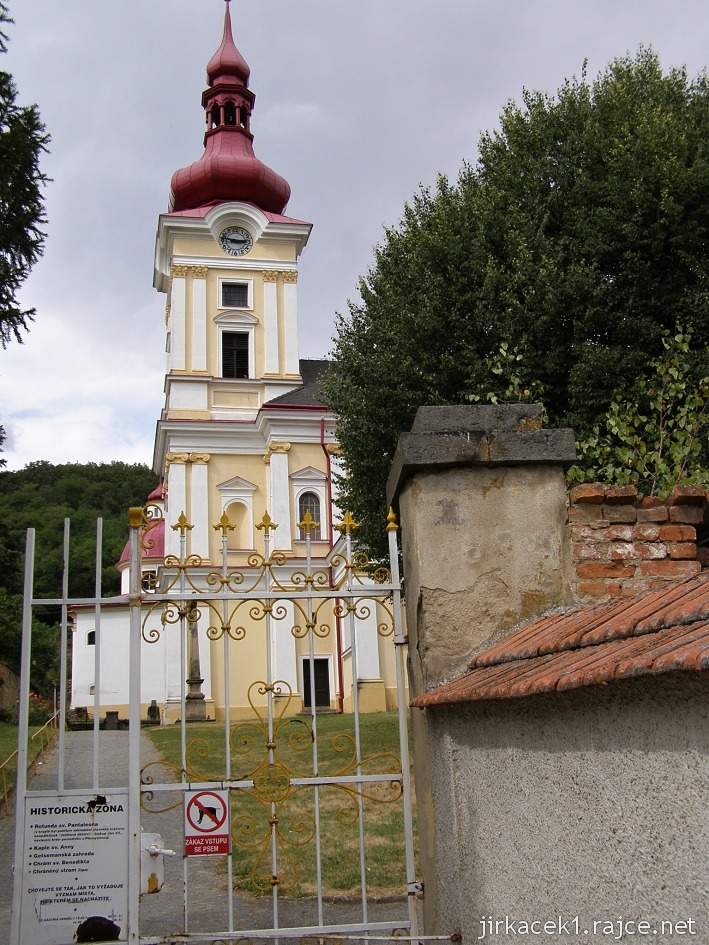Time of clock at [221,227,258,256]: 2:46
